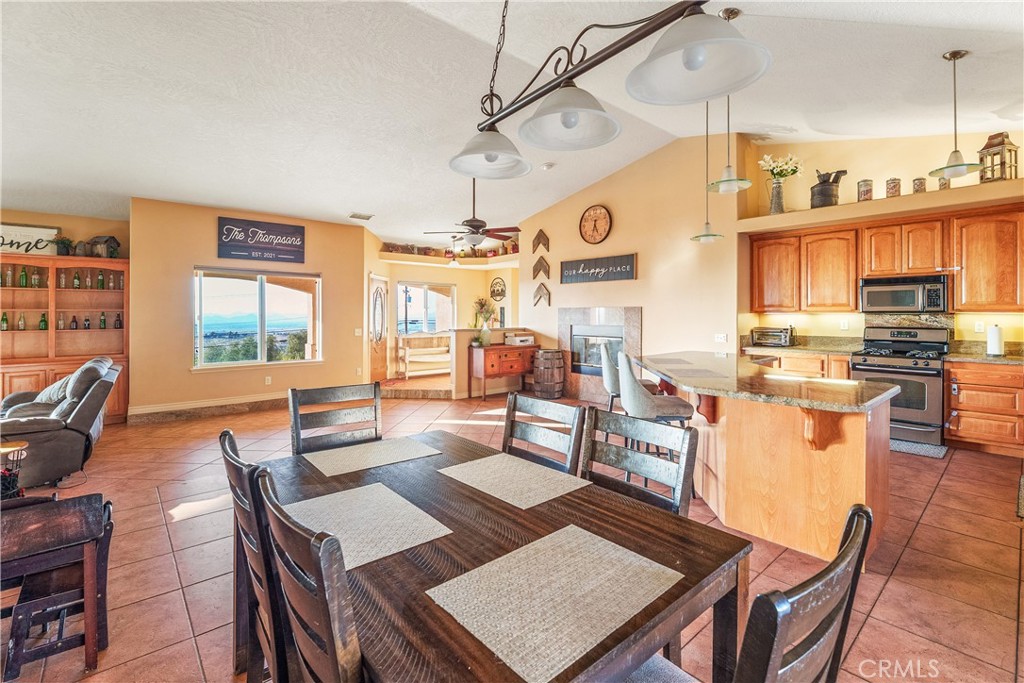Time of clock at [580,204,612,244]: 5:32
